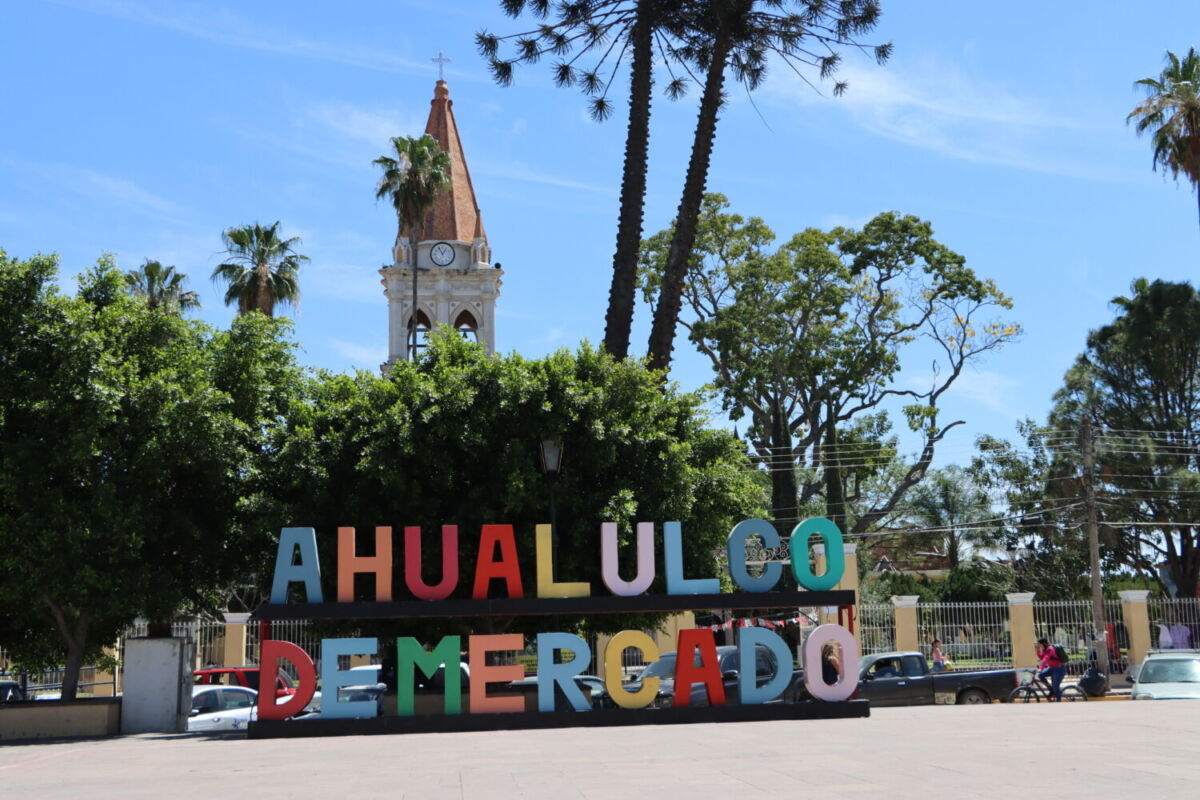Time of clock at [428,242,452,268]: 12:55
